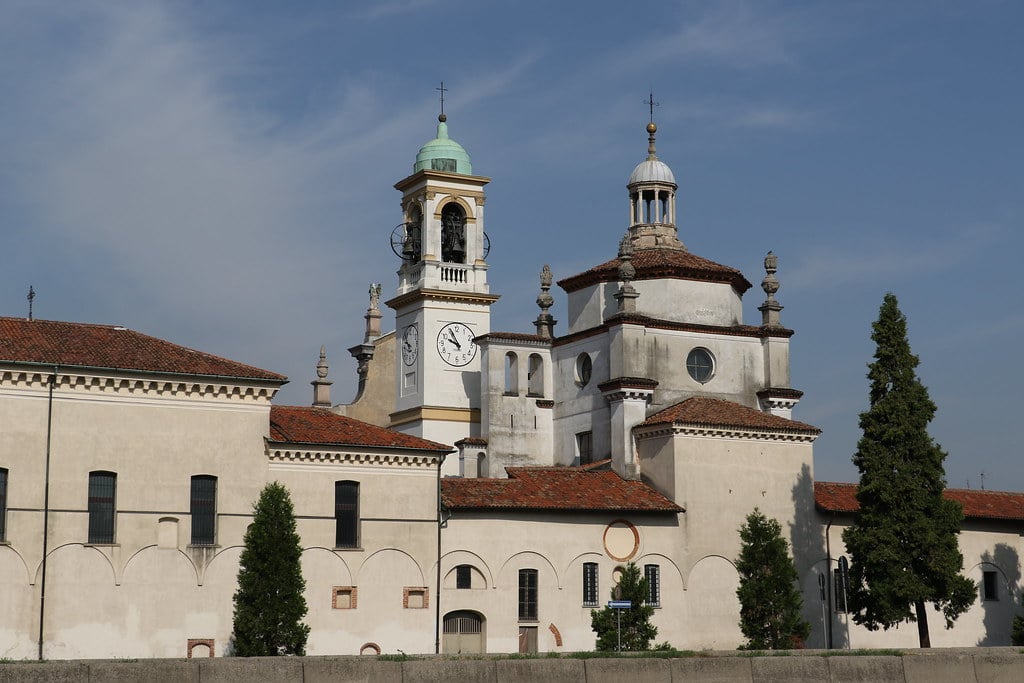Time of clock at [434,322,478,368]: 9:55
